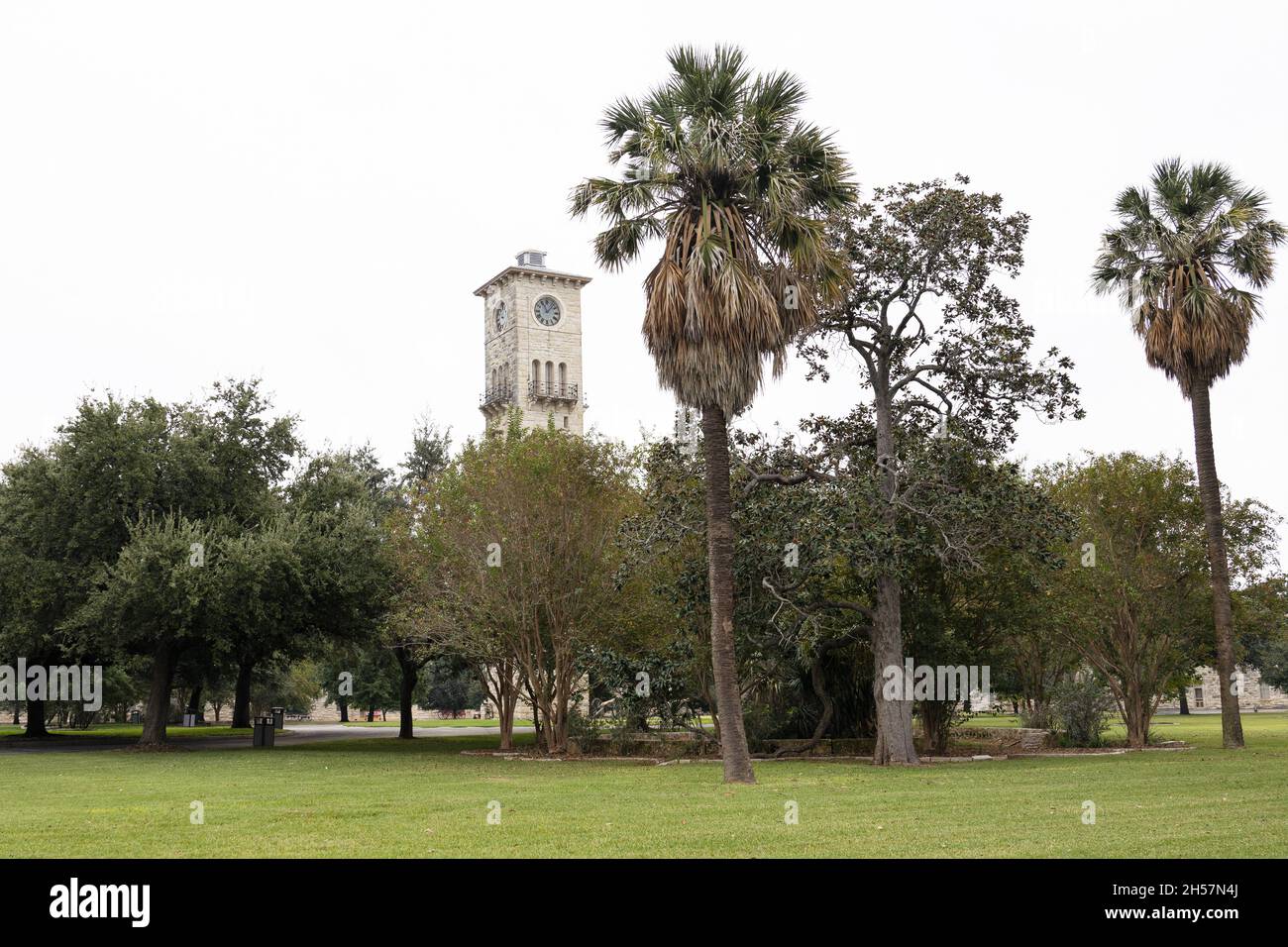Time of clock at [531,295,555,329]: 11:07
